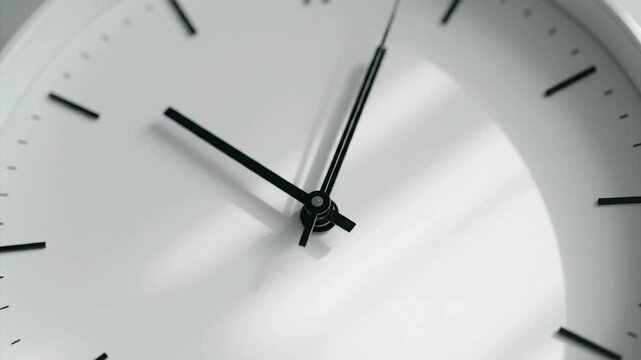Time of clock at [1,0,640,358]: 10:03
